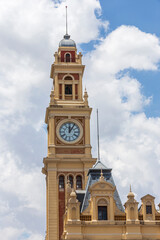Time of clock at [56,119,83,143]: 12:05
